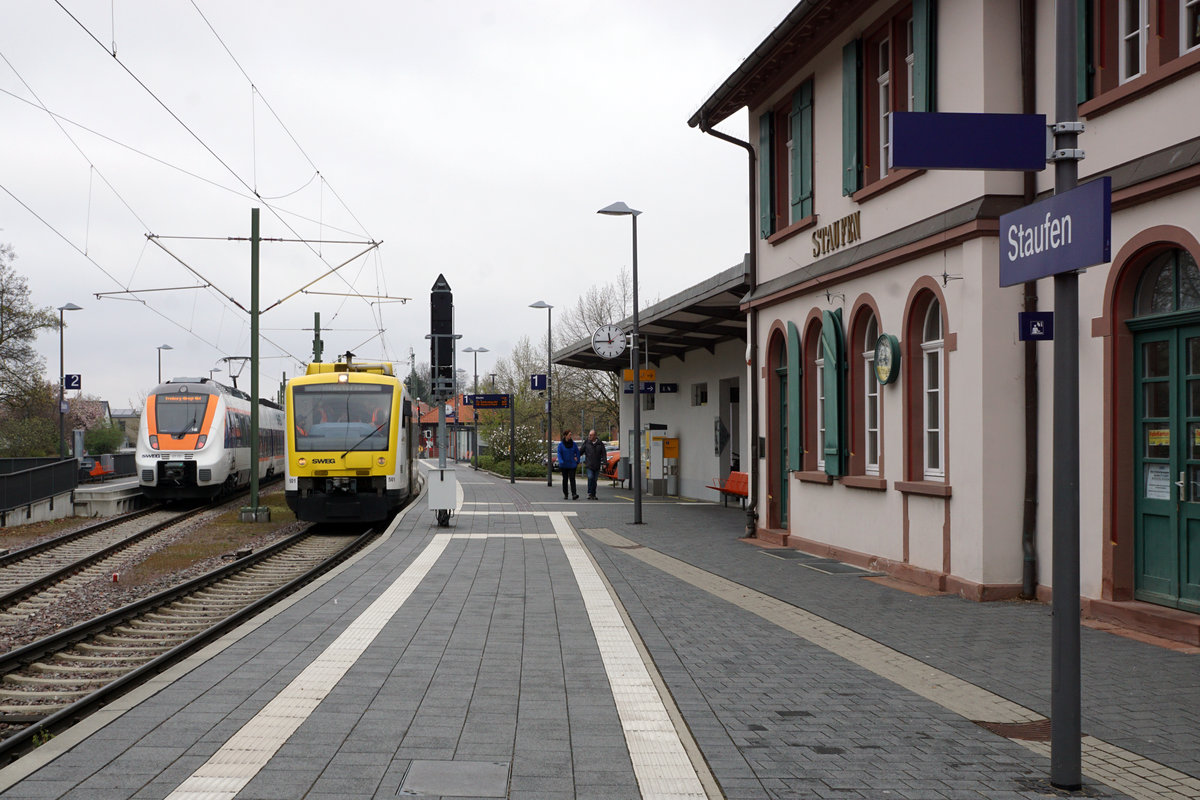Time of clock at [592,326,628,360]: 11:45
